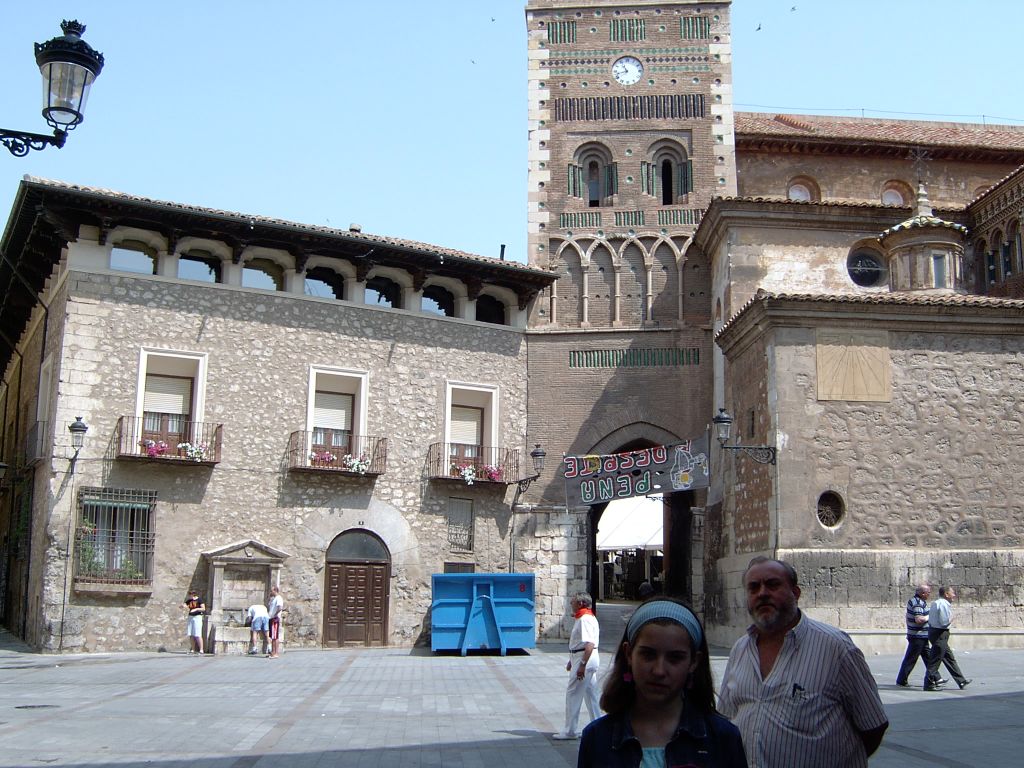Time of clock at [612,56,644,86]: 10:42
